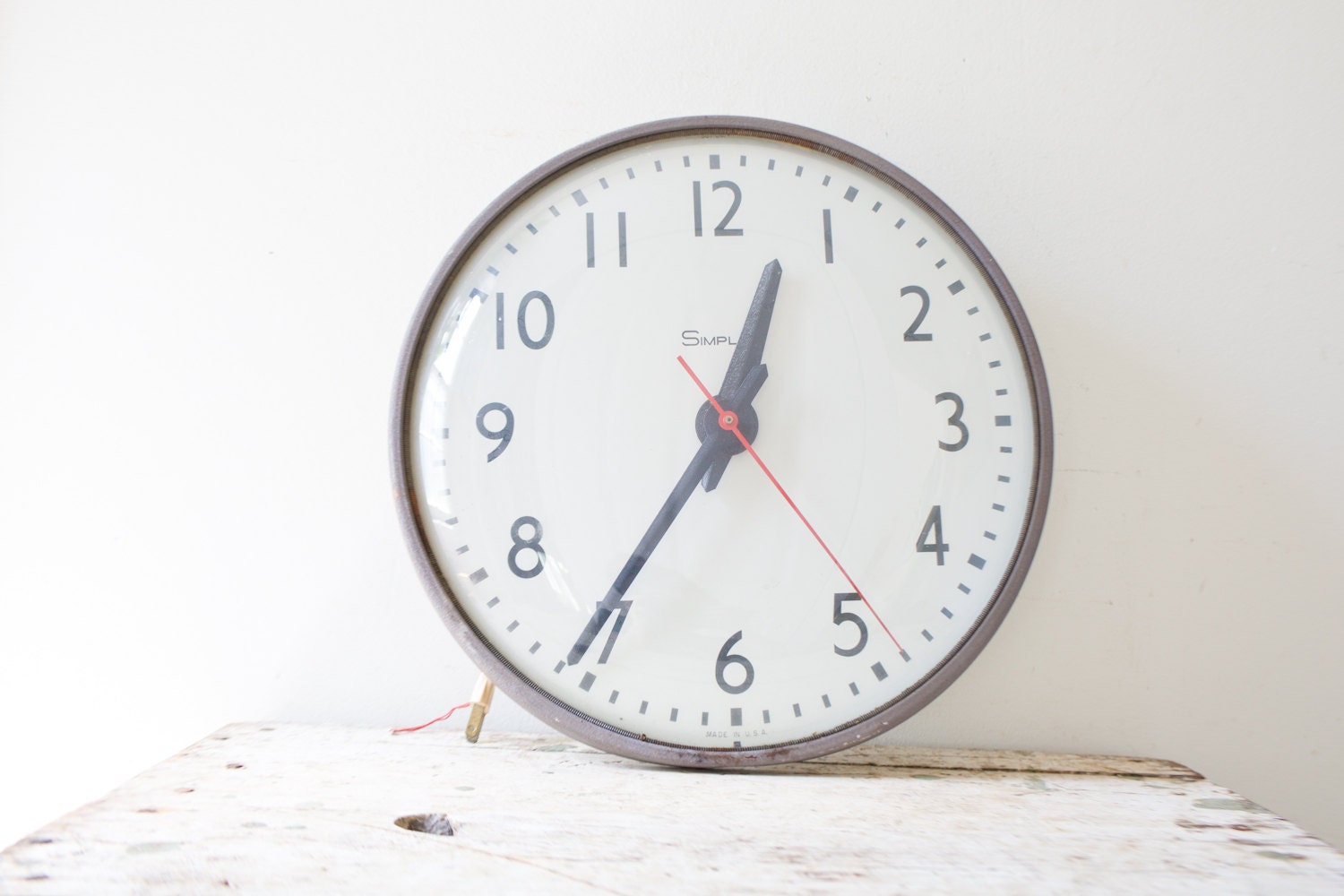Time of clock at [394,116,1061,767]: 12:35
